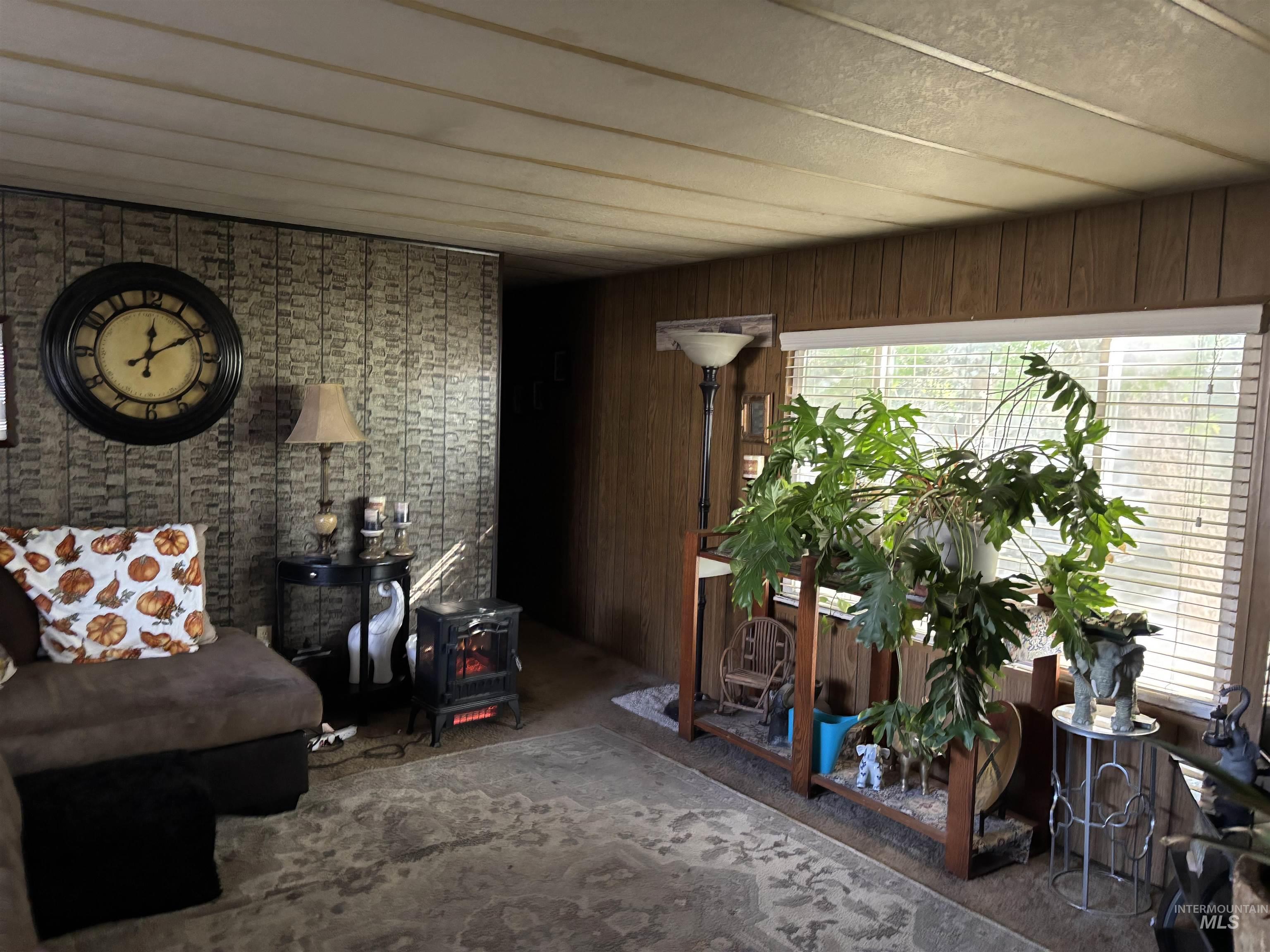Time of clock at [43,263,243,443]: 12:10
